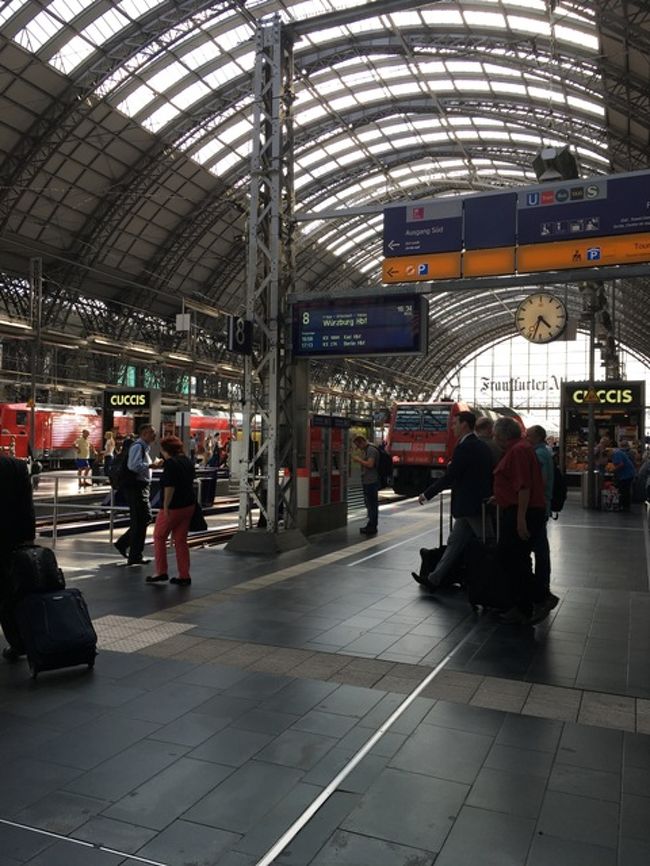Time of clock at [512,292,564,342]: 4:33
